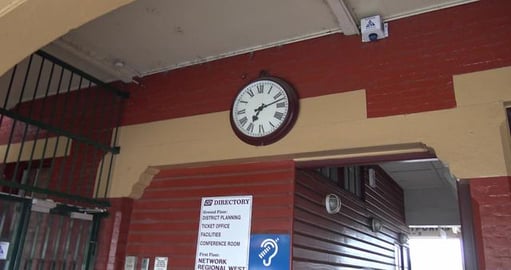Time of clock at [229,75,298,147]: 7:12
